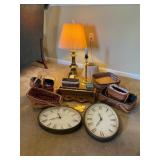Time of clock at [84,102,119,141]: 11:35
